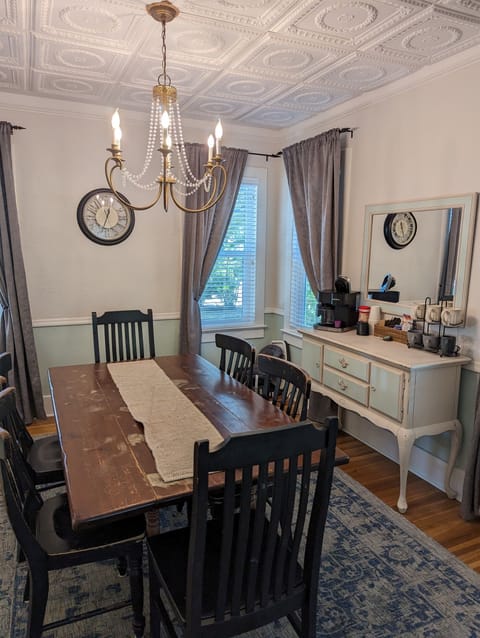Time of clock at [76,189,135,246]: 12:33
